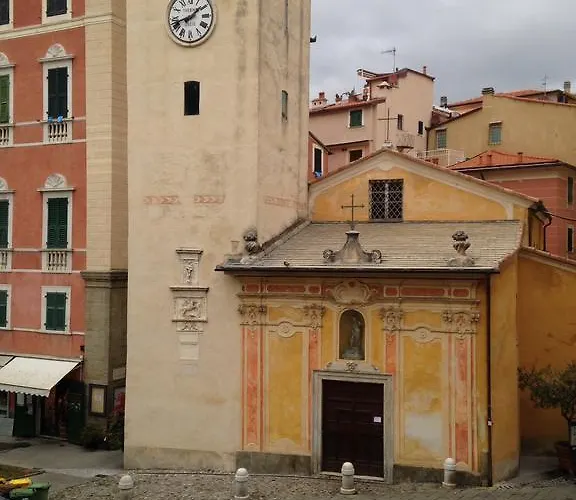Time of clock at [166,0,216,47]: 1:42
